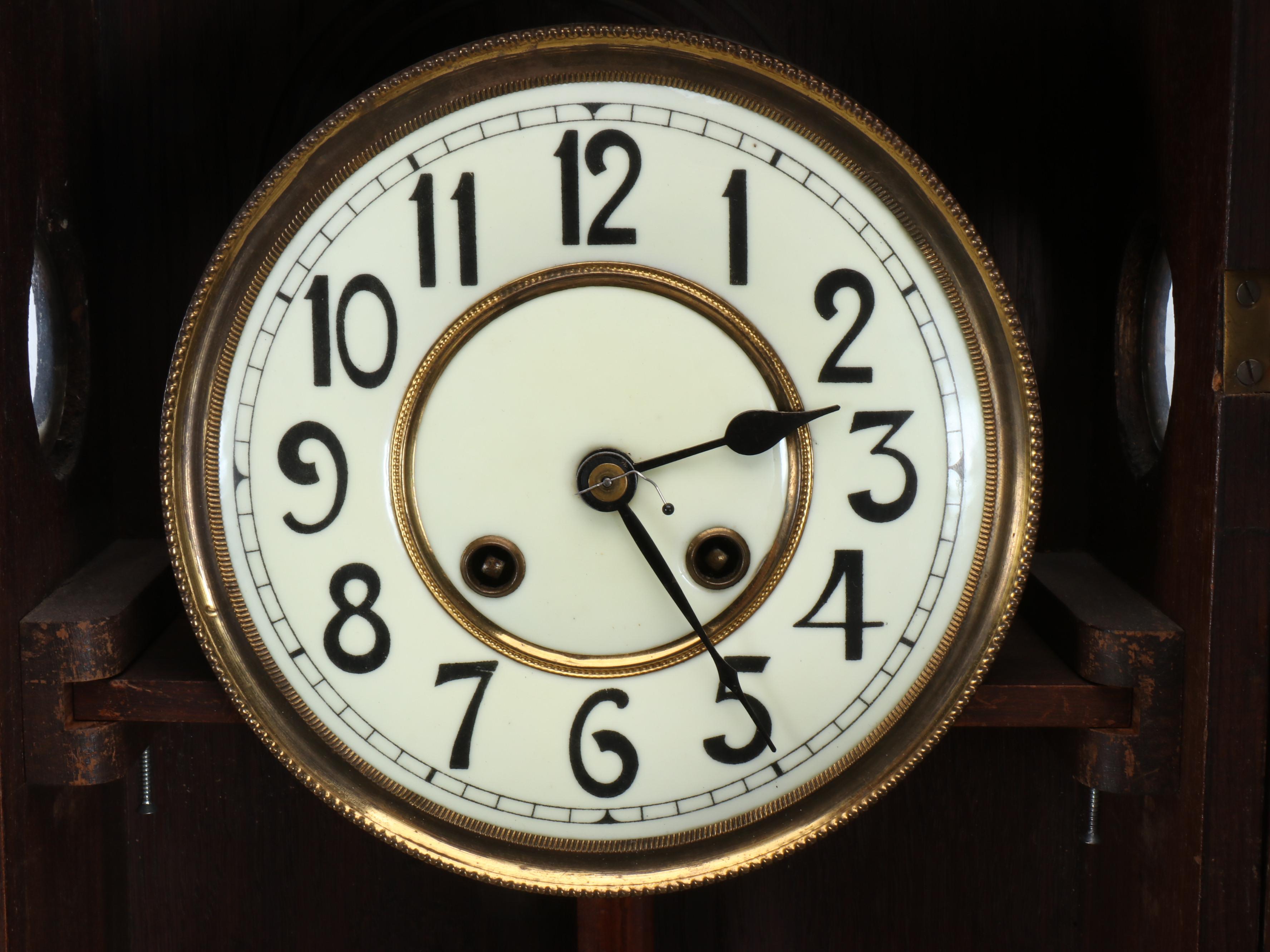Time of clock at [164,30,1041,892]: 2:24
